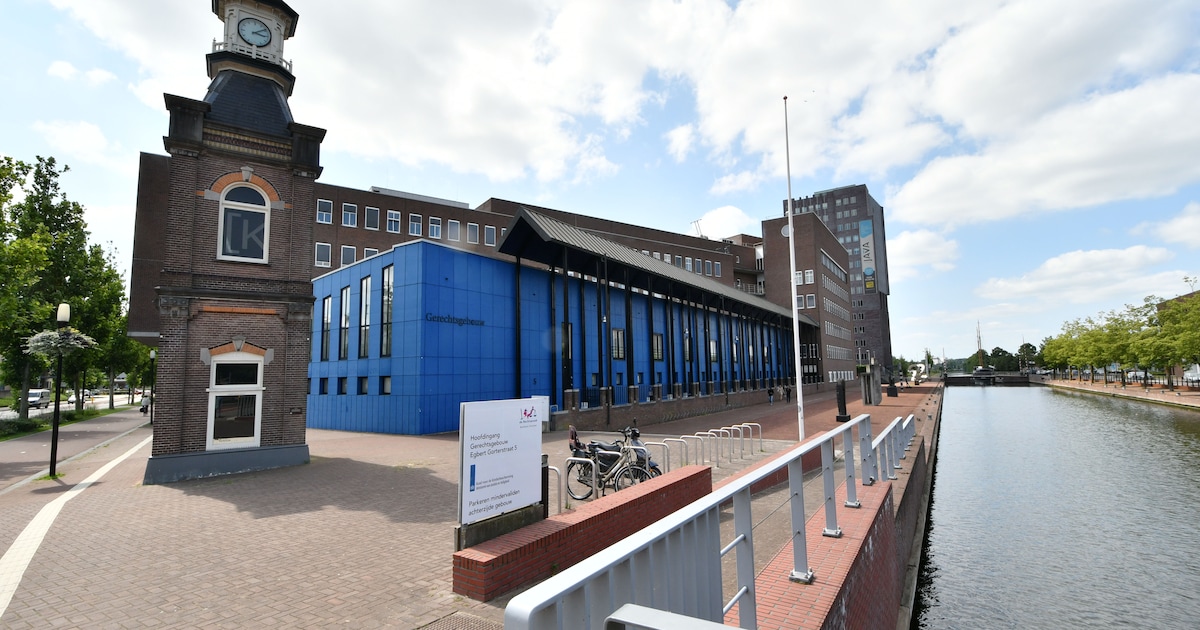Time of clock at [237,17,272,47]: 3:09
